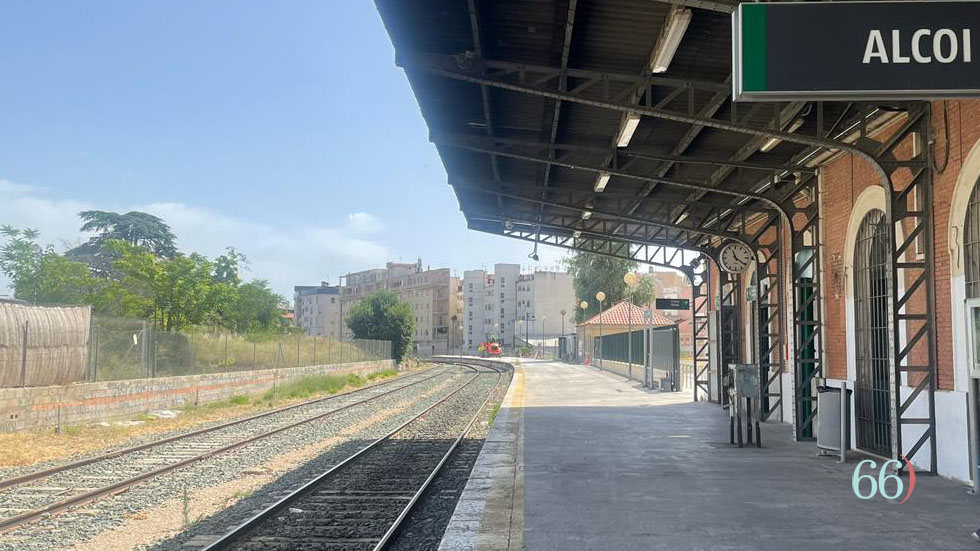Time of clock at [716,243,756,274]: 11:21
